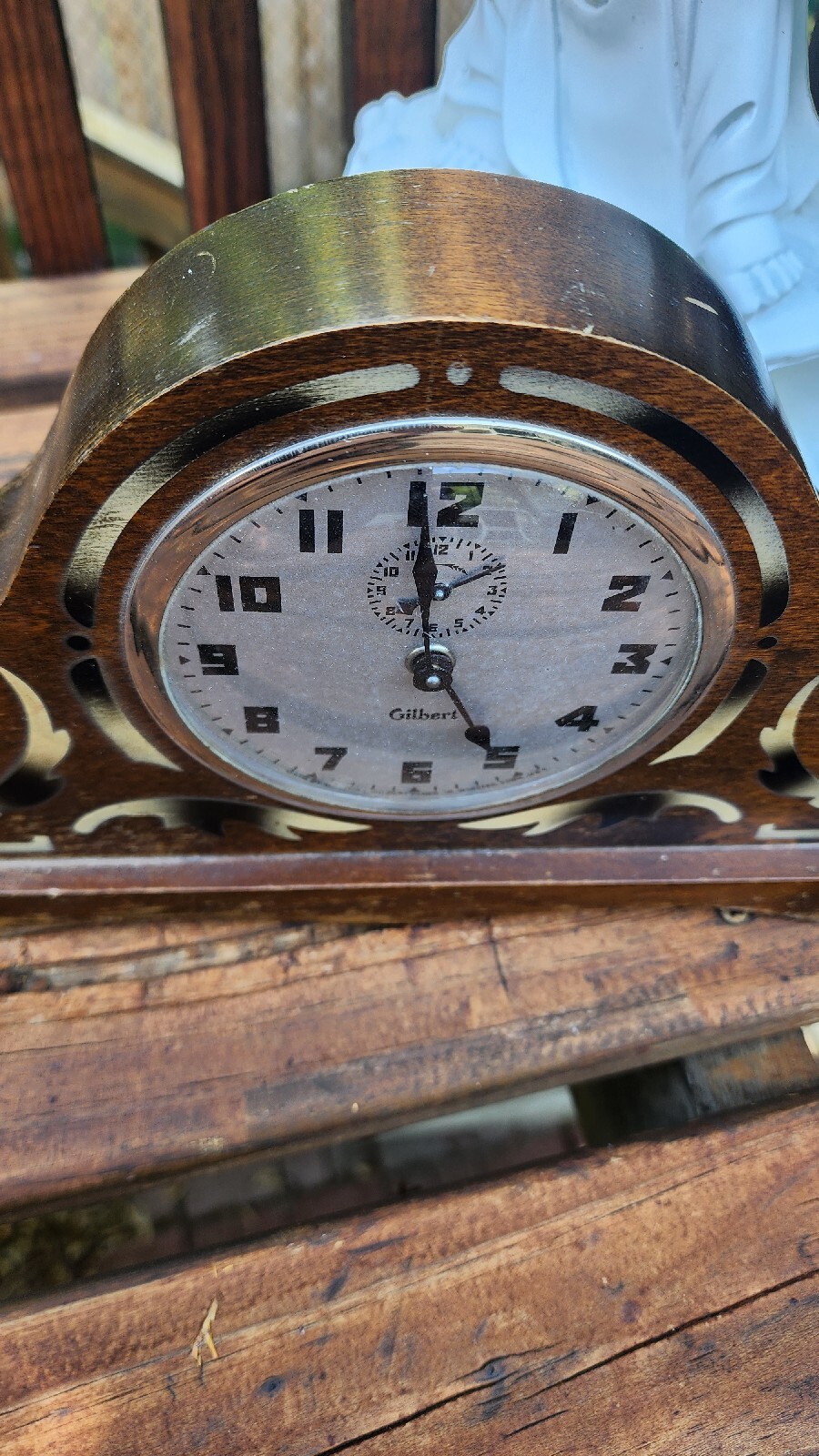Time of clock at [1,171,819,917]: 4:59
